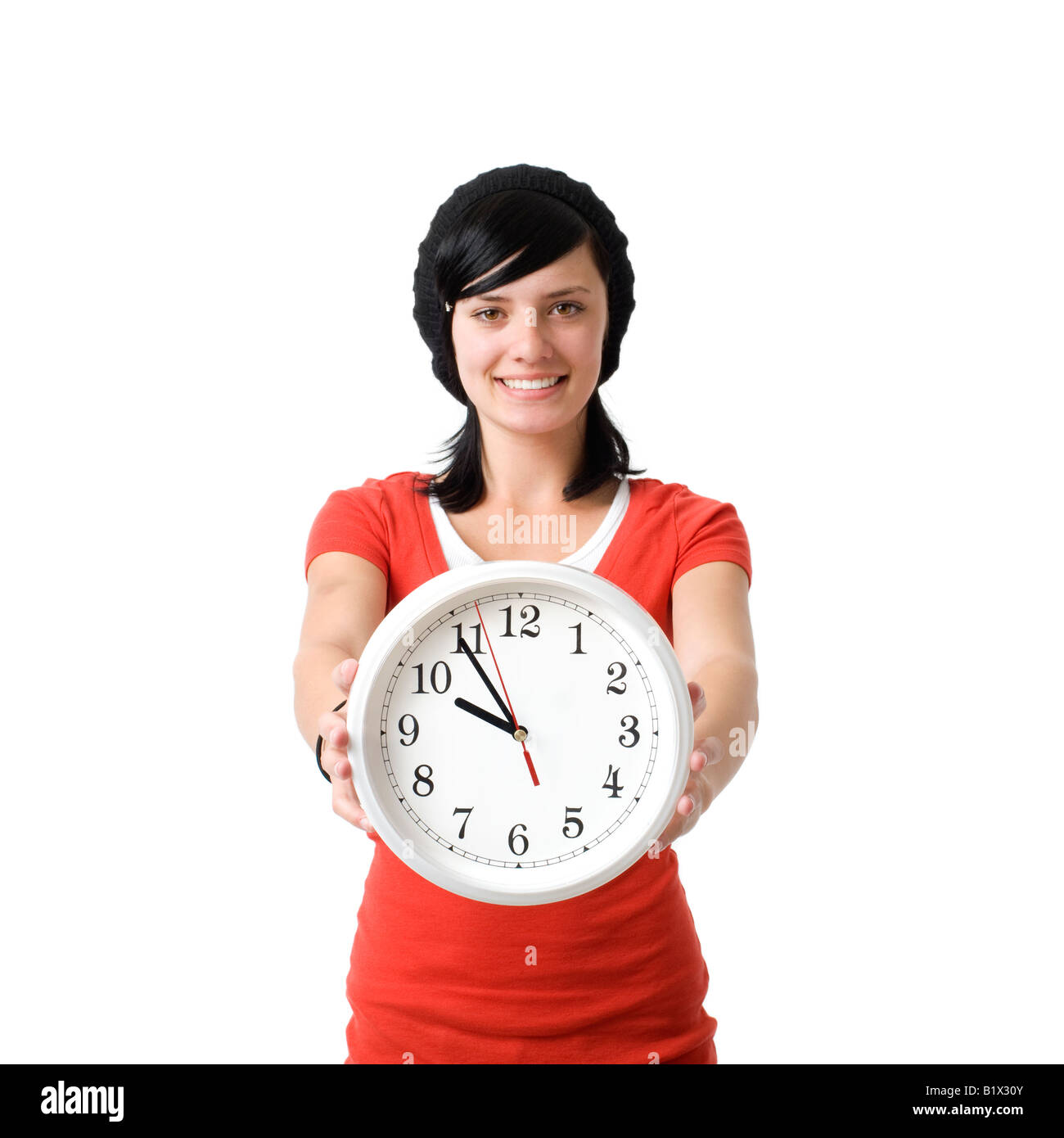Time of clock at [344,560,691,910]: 9:54
